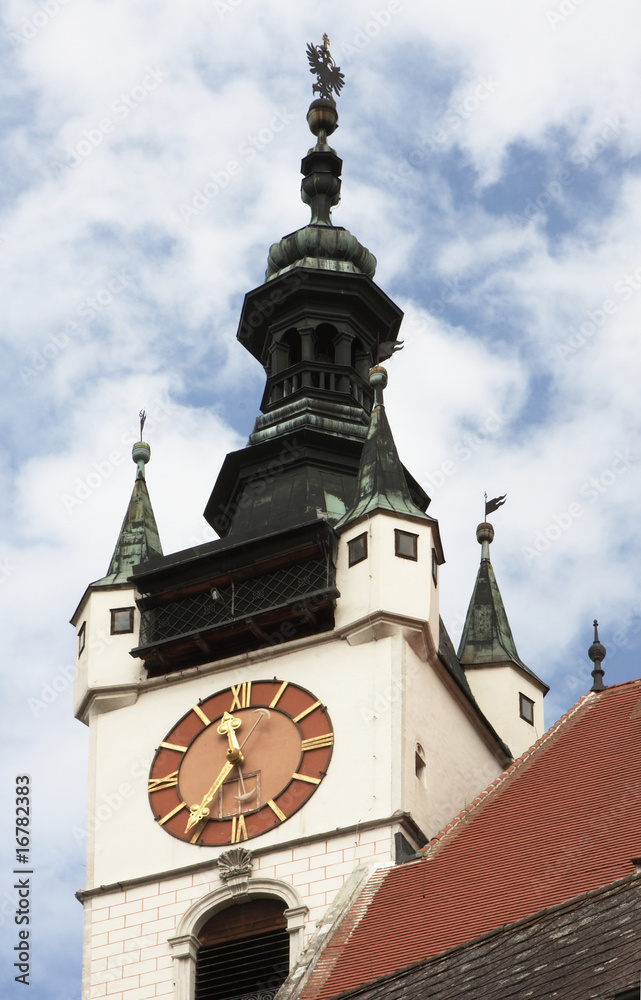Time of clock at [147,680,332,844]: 11:36
